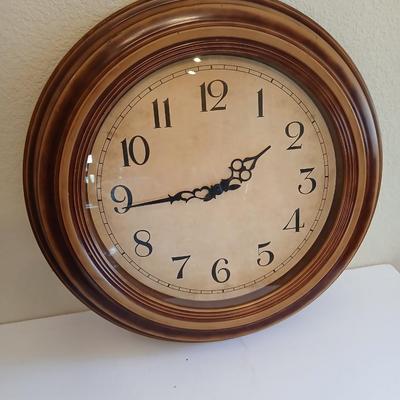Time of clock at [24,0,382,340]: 1:44
